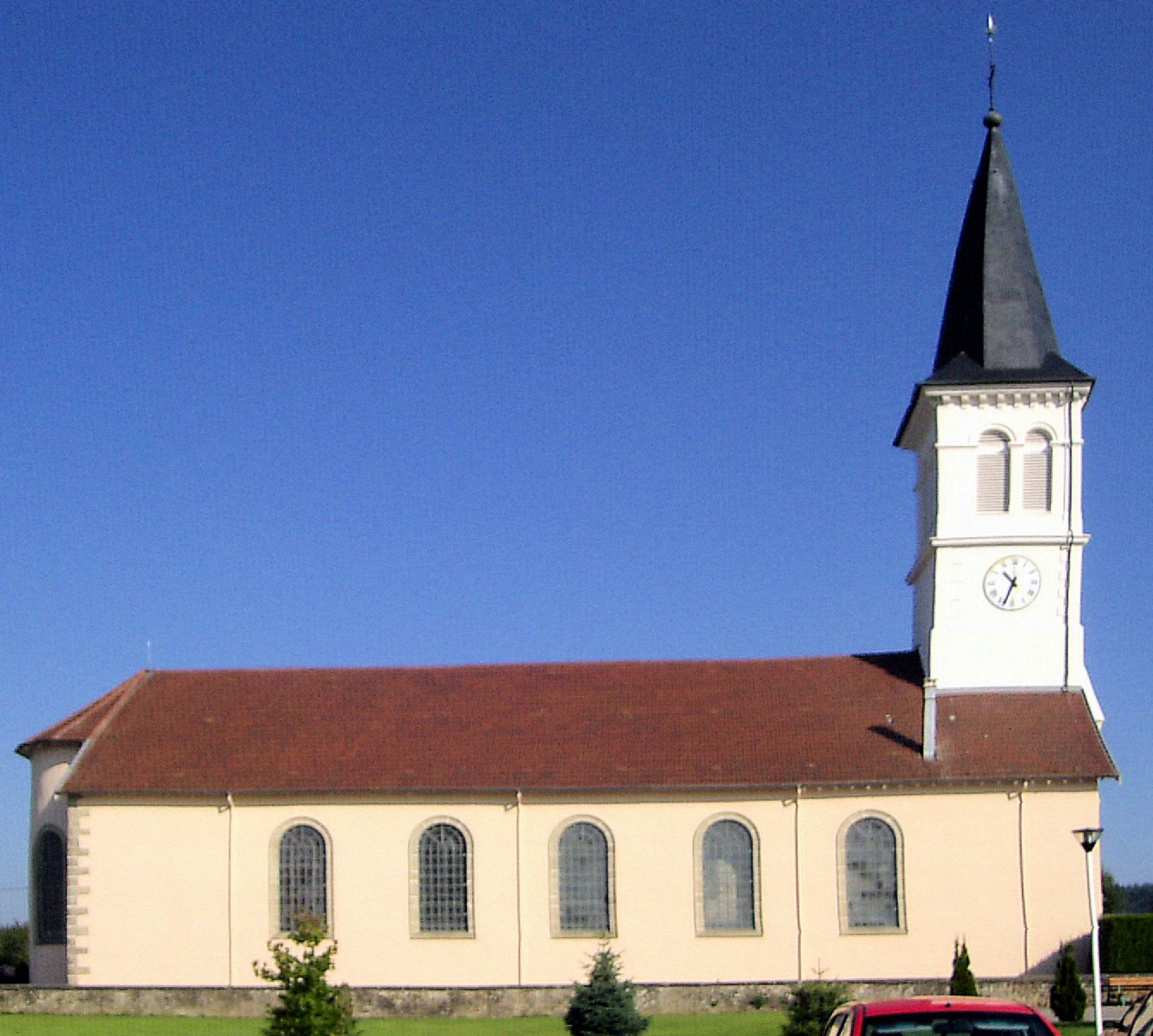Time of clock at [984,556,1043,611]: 10:33
